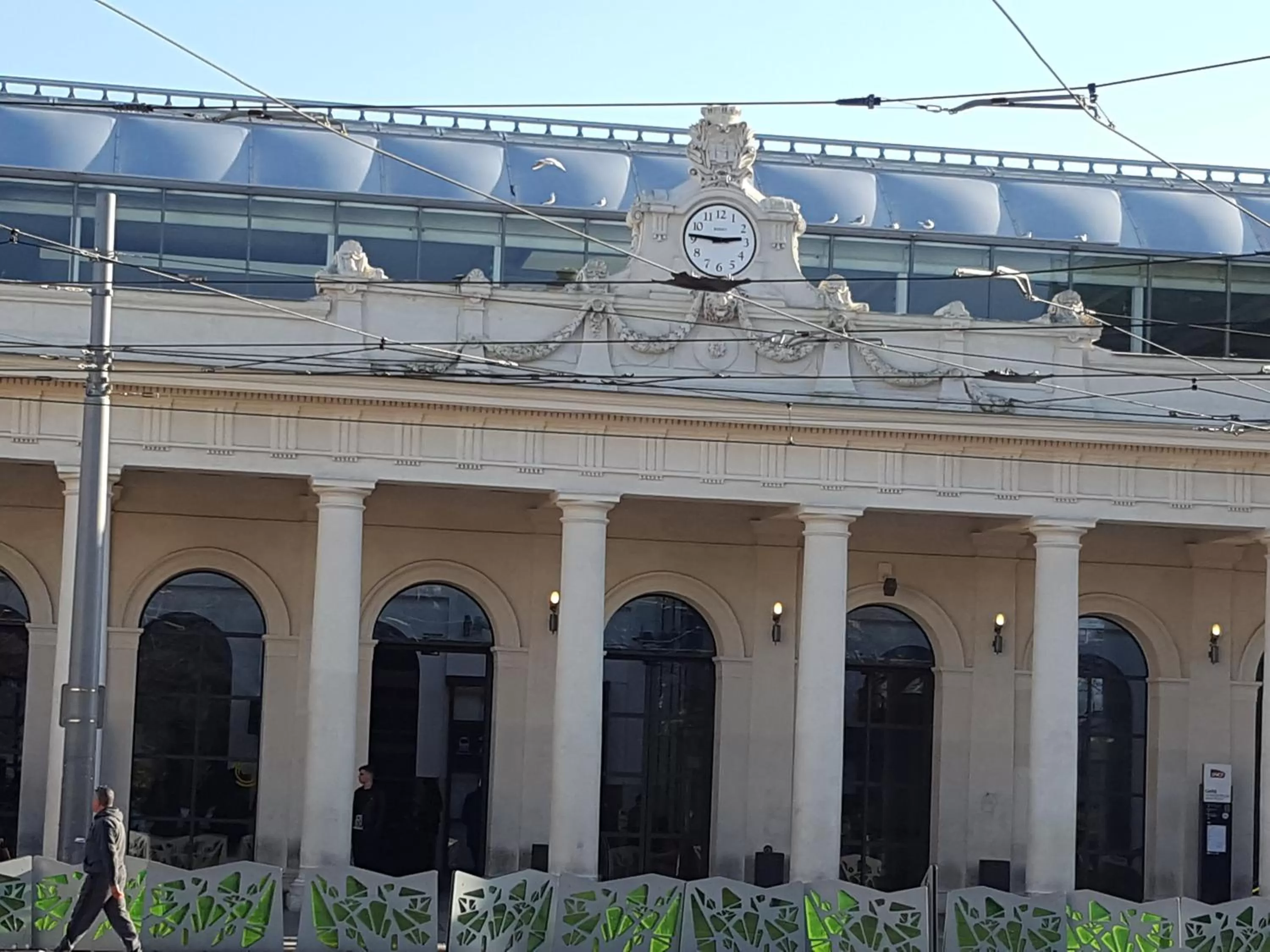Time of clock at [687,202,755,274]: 2:46
